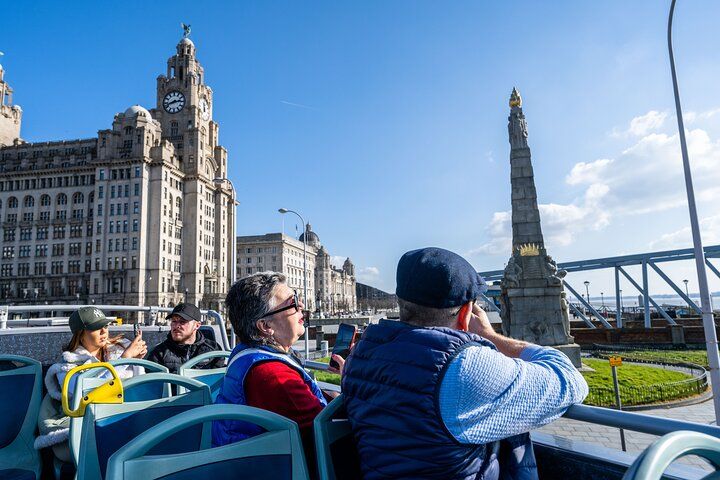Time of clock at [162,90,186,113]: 2:42
